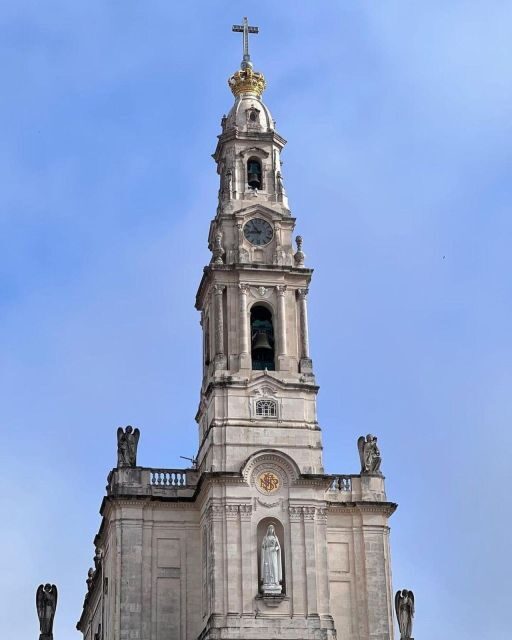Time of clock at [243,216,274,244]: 10:43
